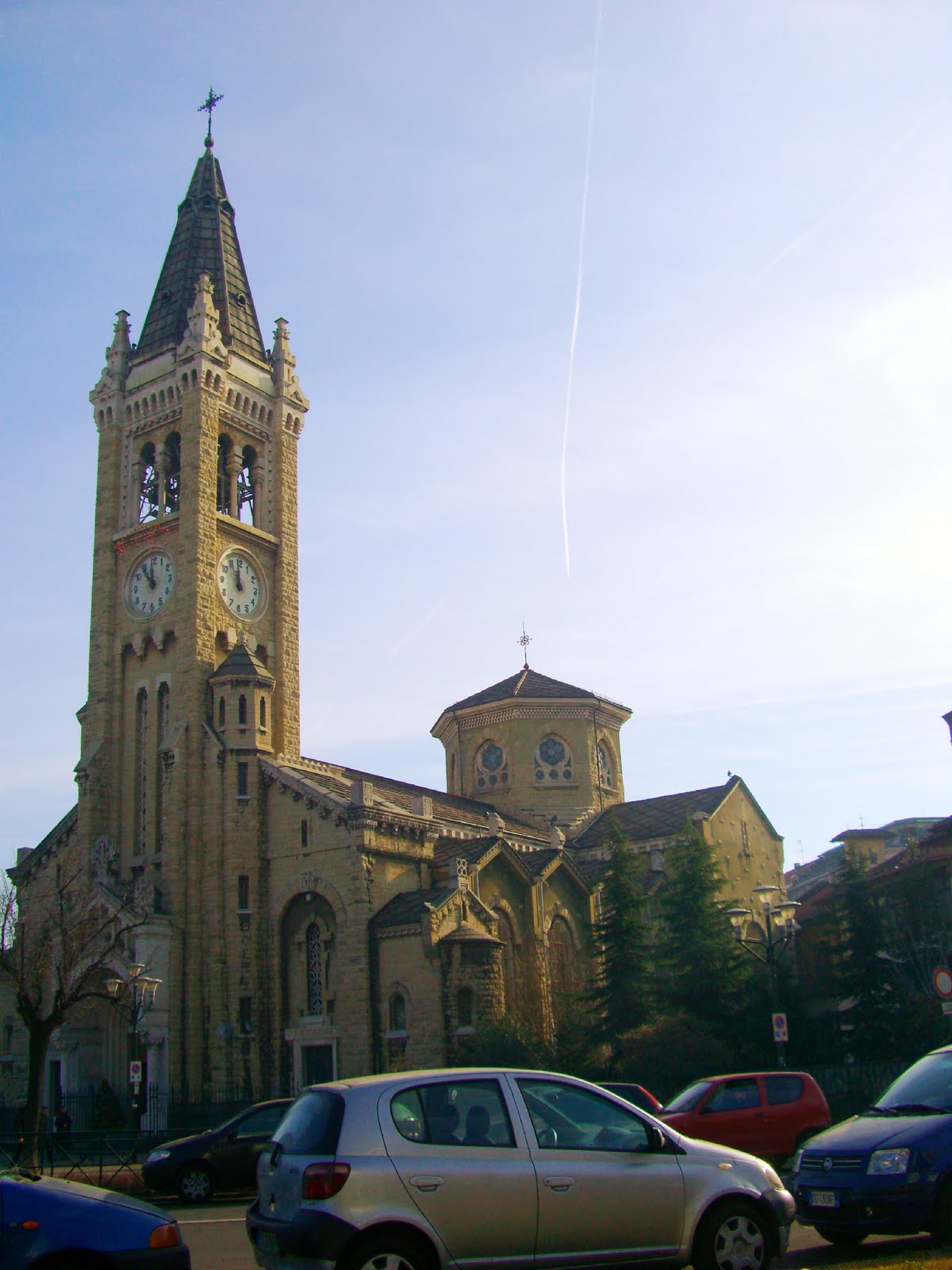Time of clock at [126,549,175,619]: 11:53
